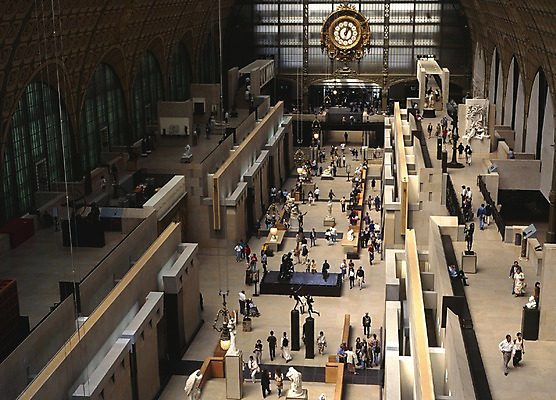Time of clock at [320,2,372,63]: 1:02
